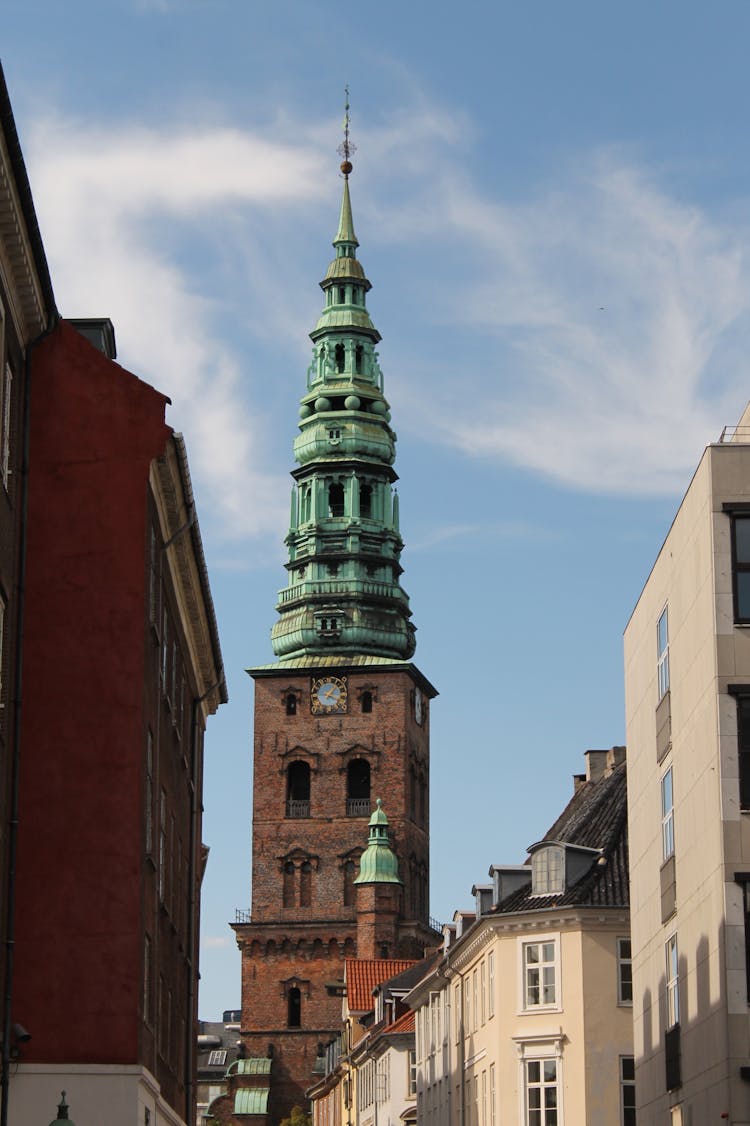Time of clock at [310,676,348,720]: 1:18
